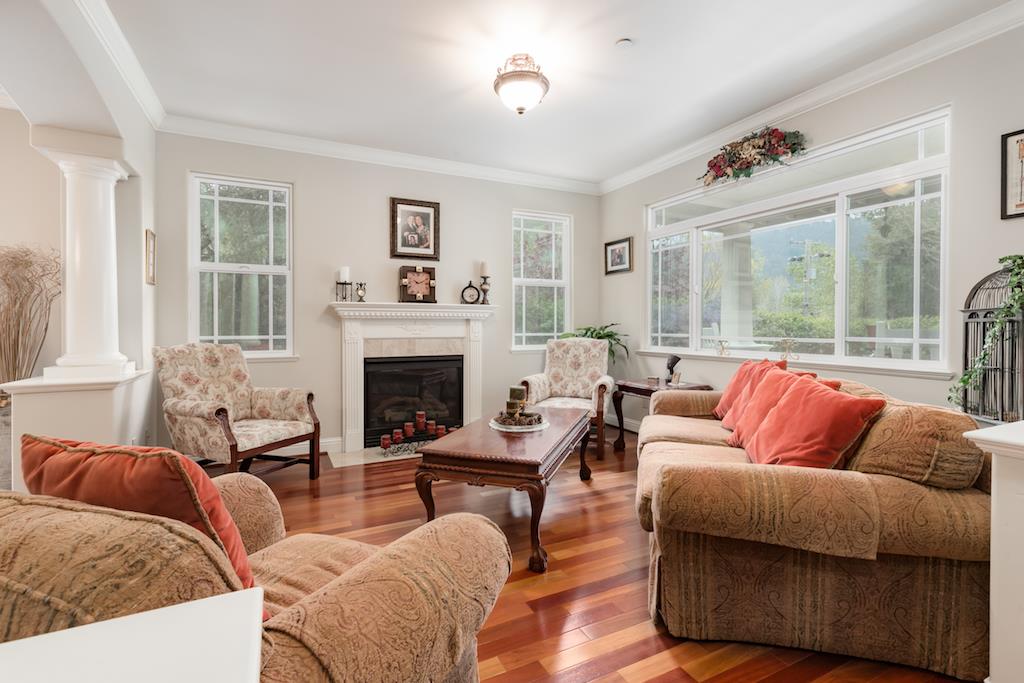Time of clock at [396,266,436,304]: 10:11
